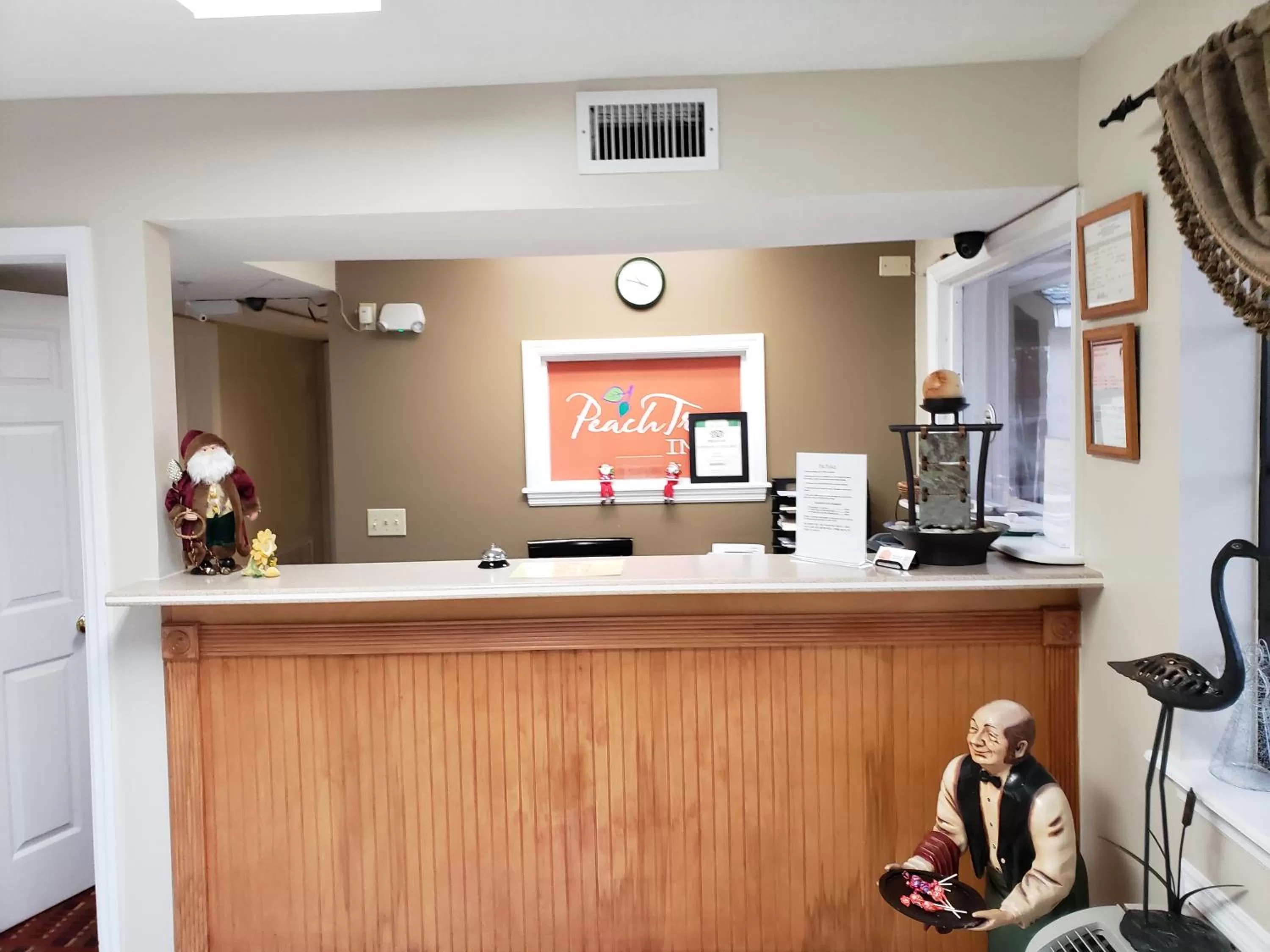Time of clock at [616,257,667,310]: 3:47
